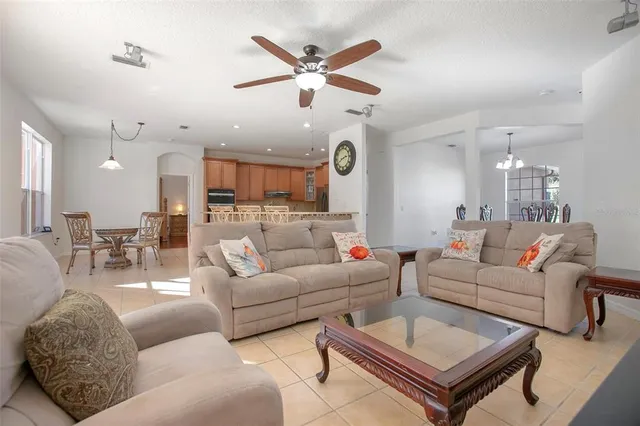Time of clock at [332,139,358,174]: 2:40
